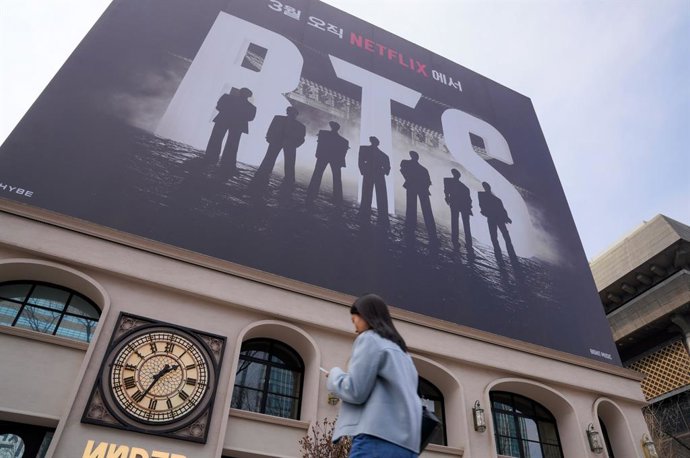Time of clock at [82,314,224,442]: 1:33
